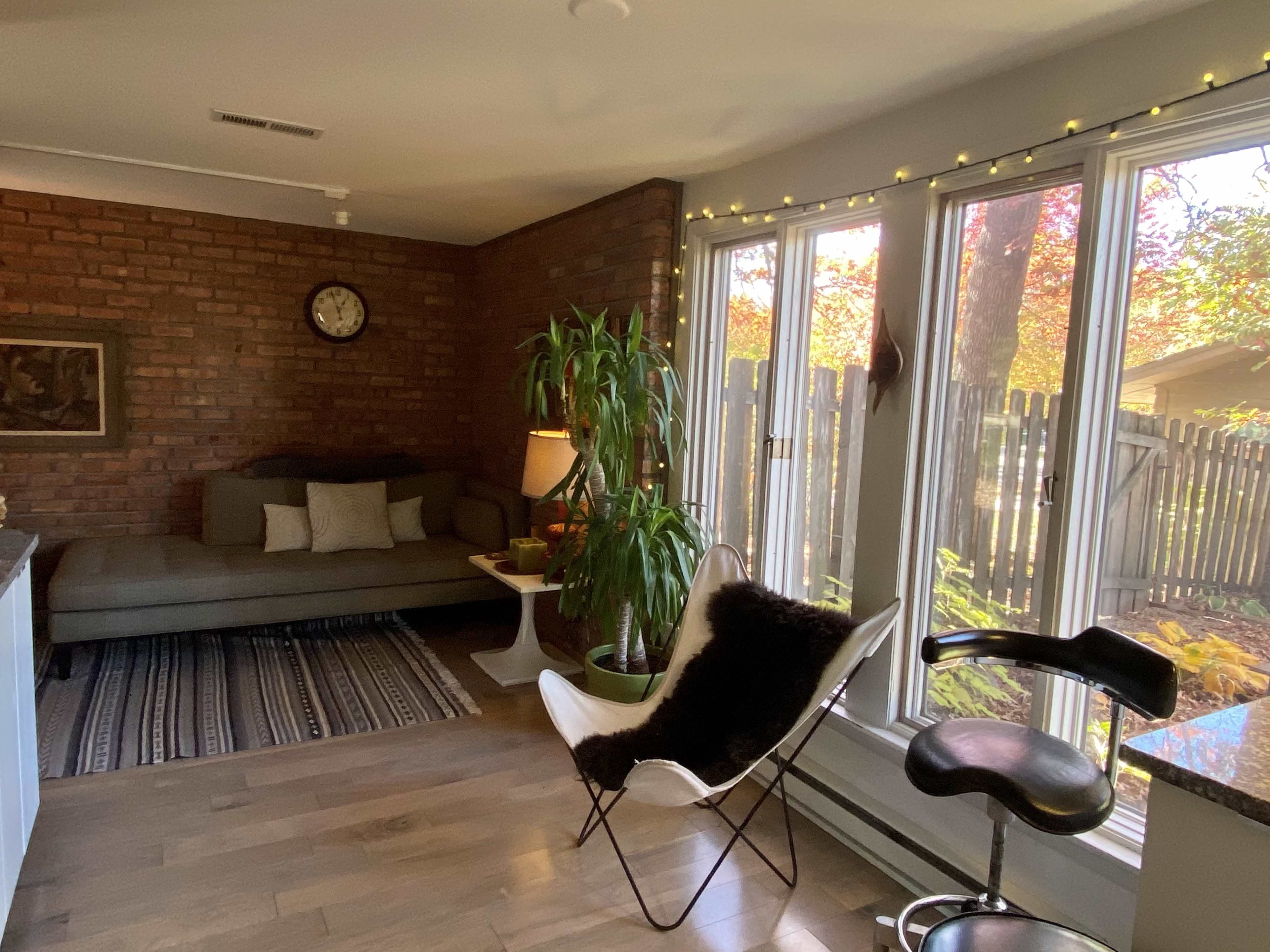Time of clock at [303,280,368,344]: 12:57
